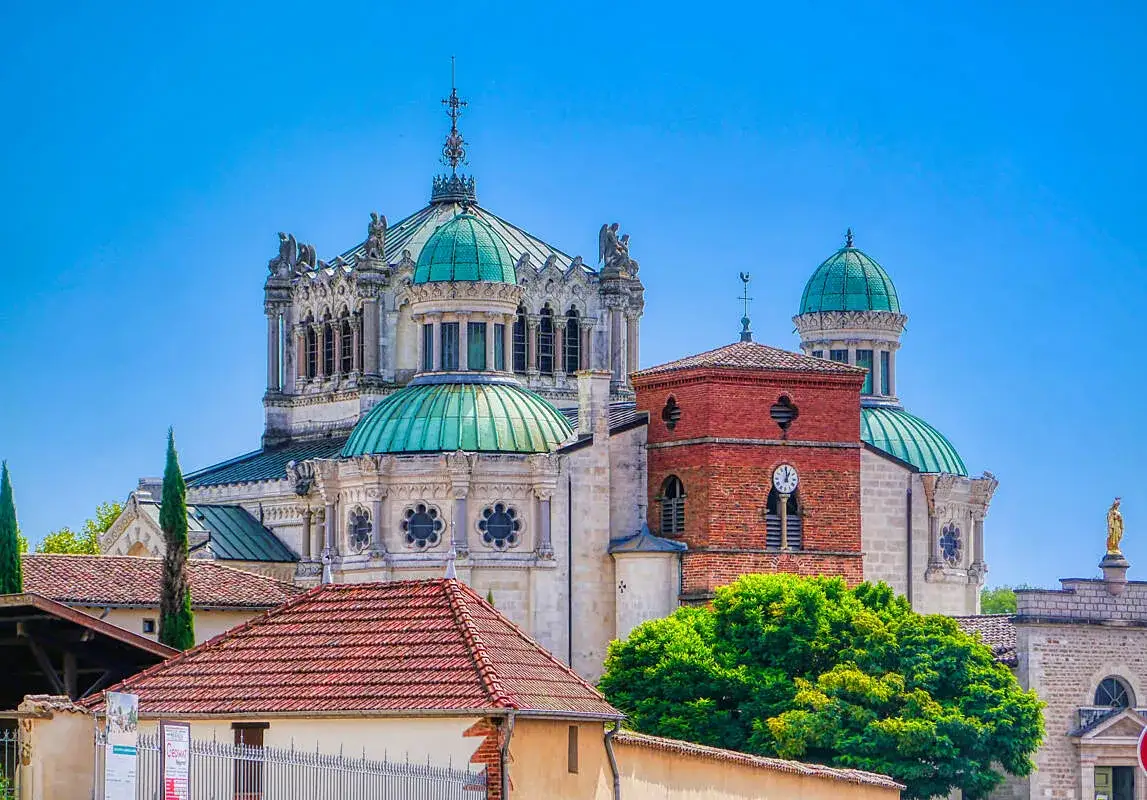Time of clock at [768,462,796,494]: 1:00
